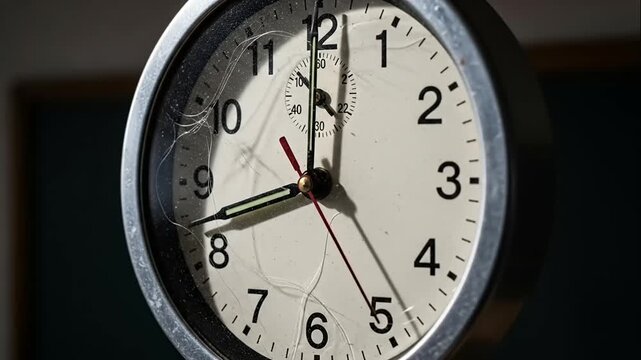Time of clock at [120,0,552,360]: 11:42
